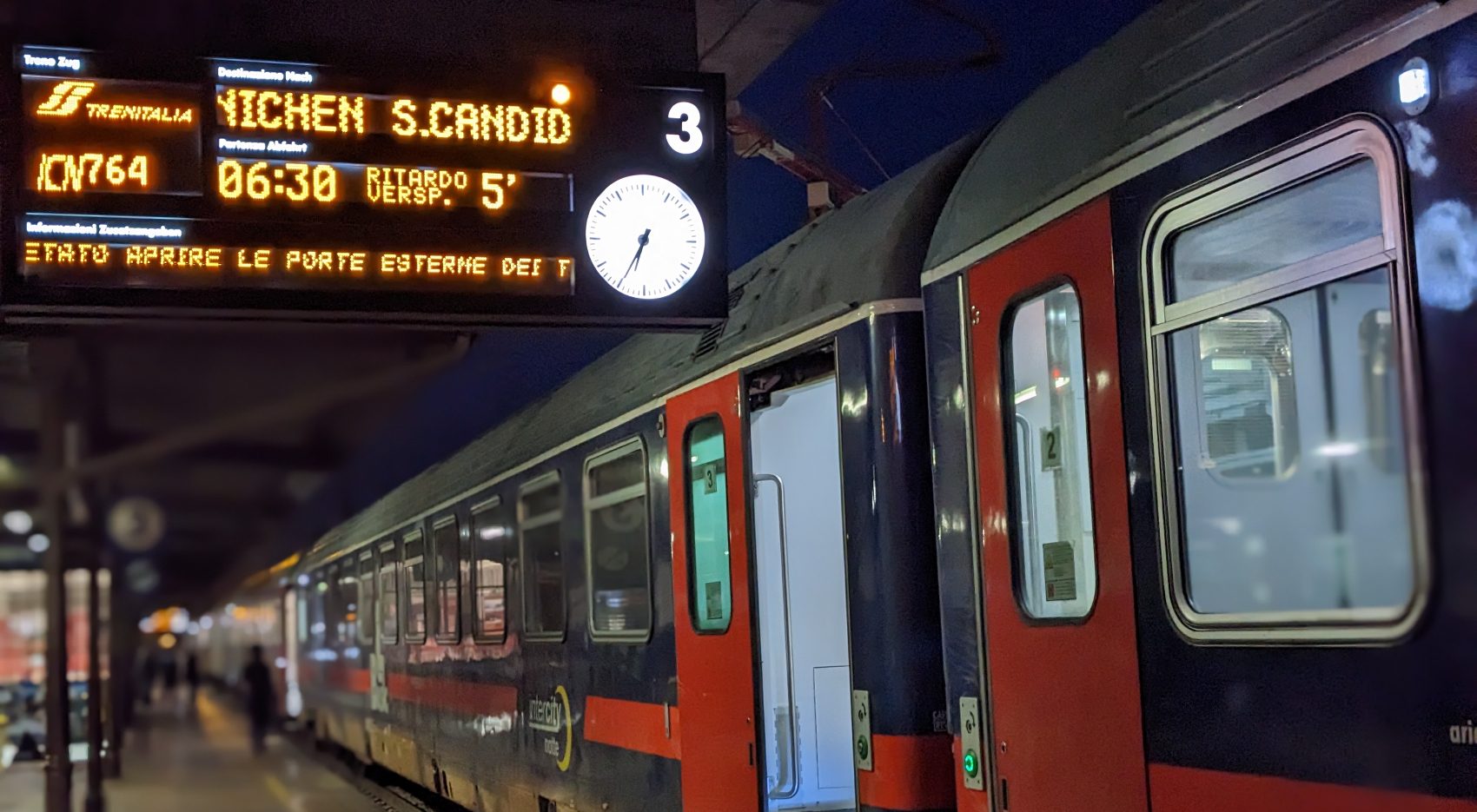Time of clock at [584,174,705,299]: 6:34
